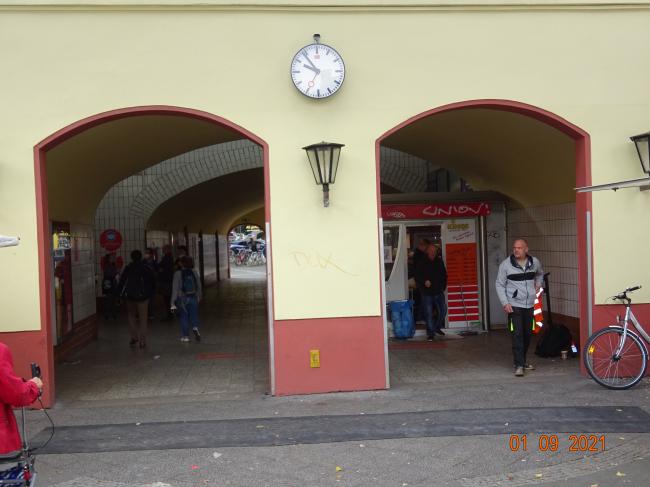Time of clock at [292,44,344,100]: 9:53
